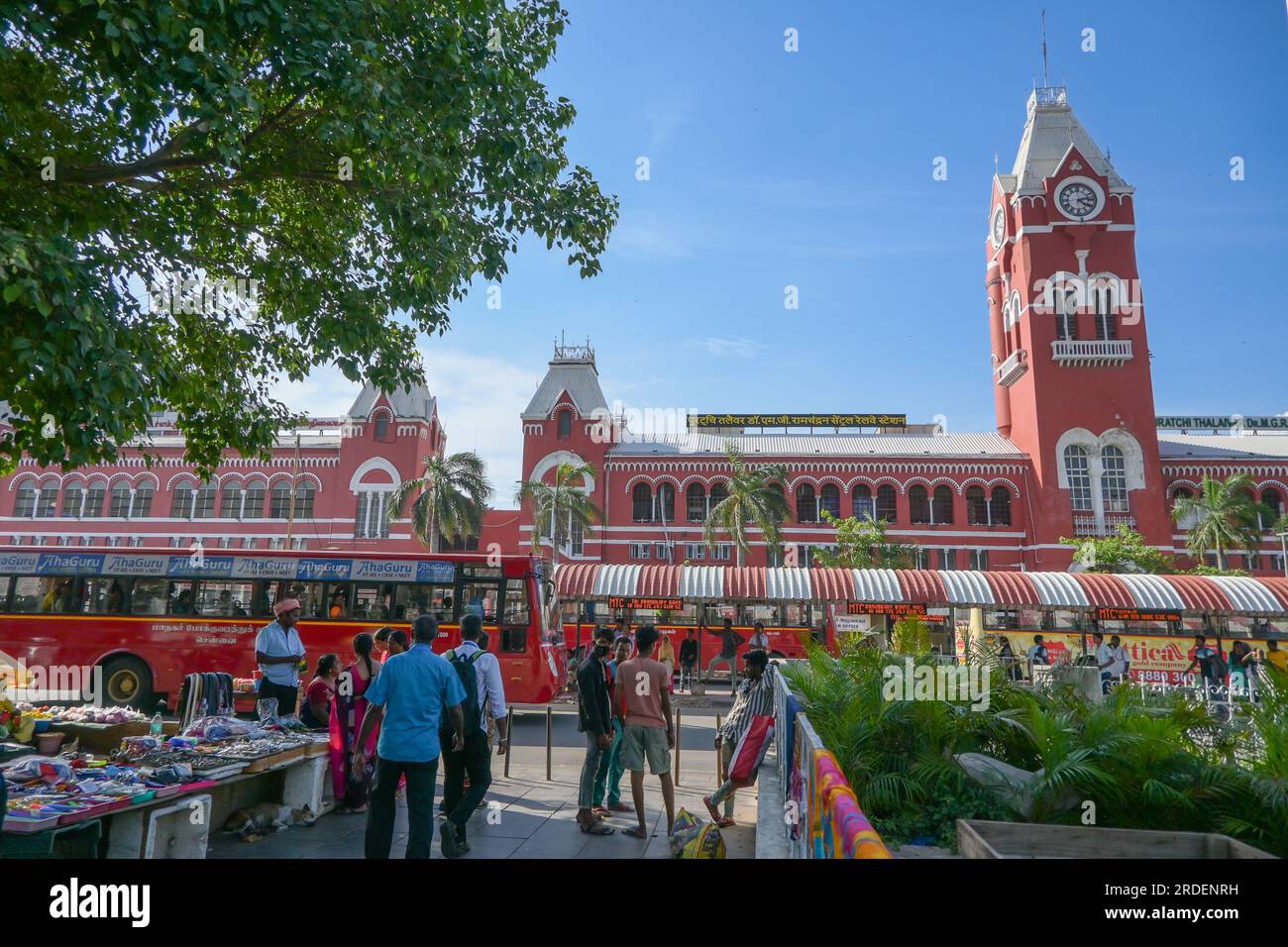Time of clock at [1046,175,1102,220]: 4:12
